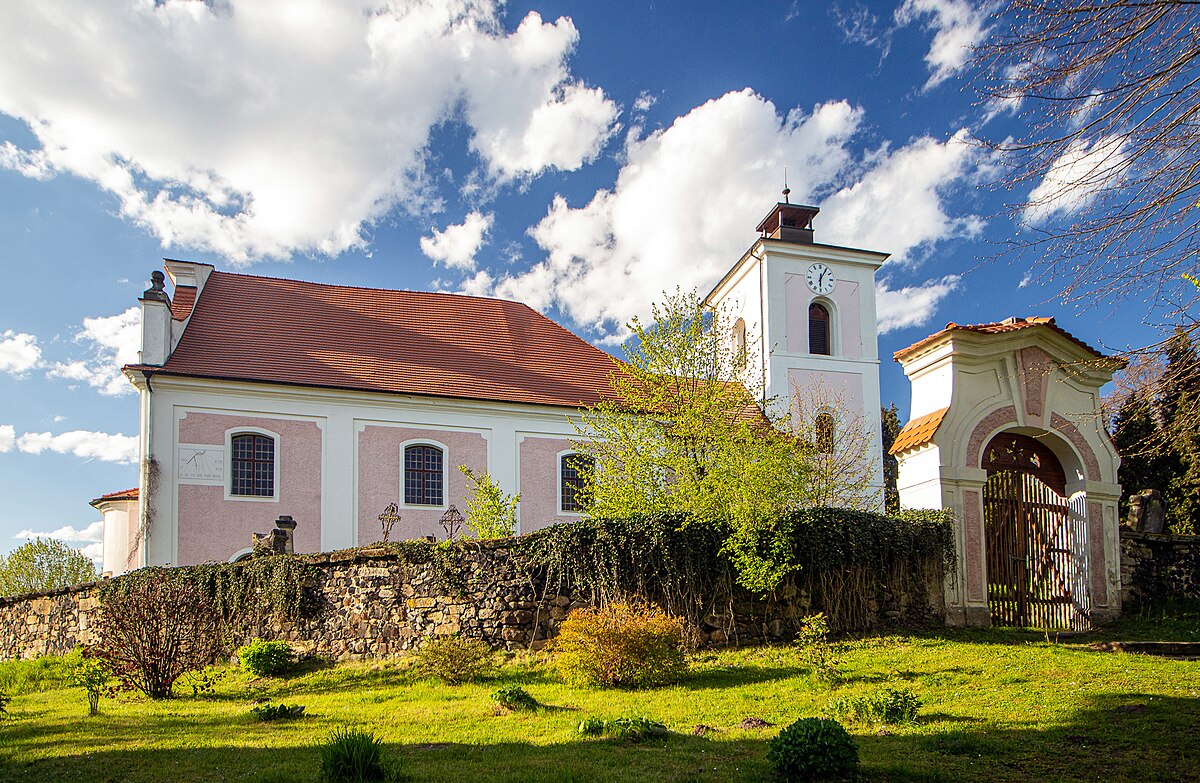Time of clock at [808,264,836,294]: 6:05
